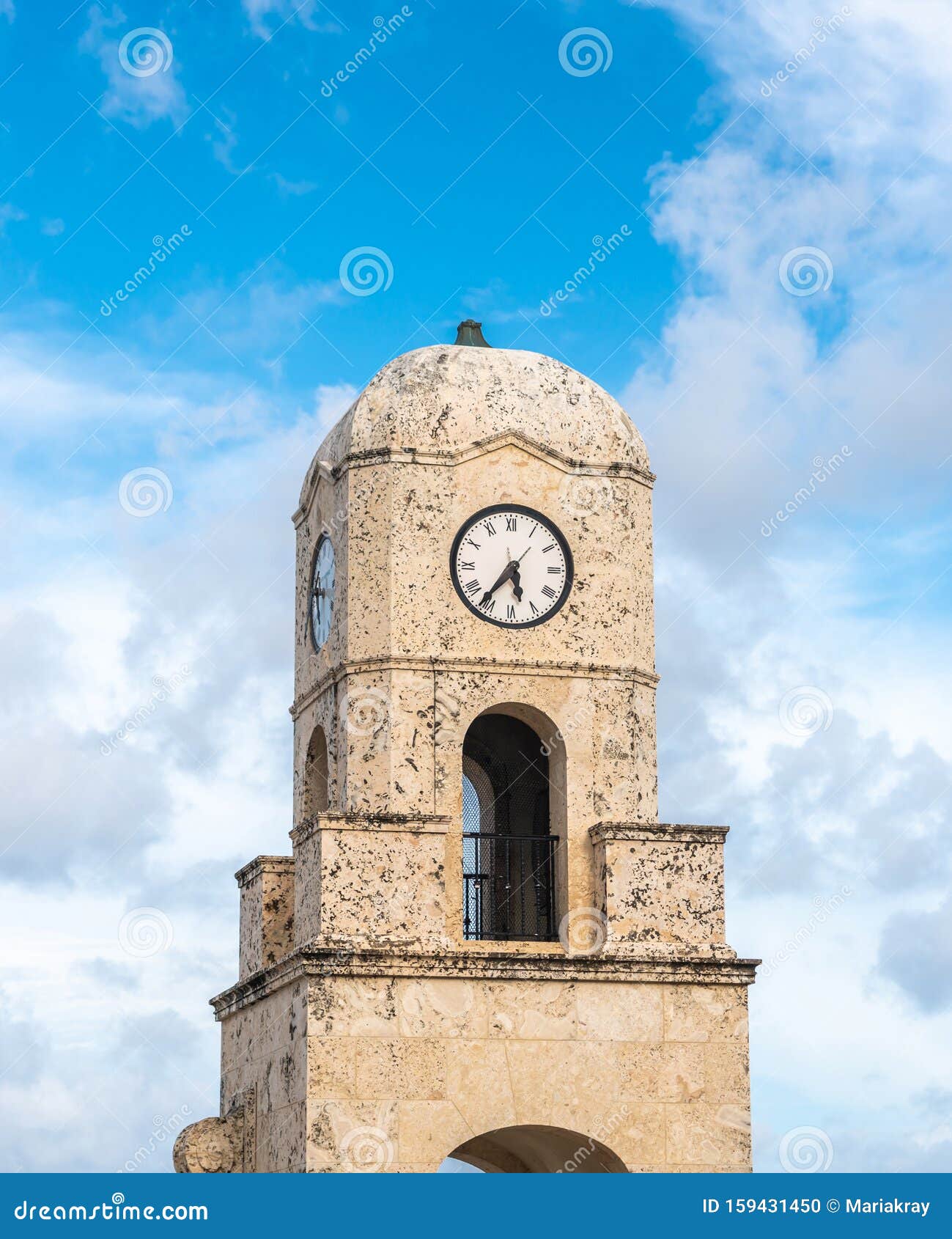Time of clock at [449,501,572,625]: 5:36
